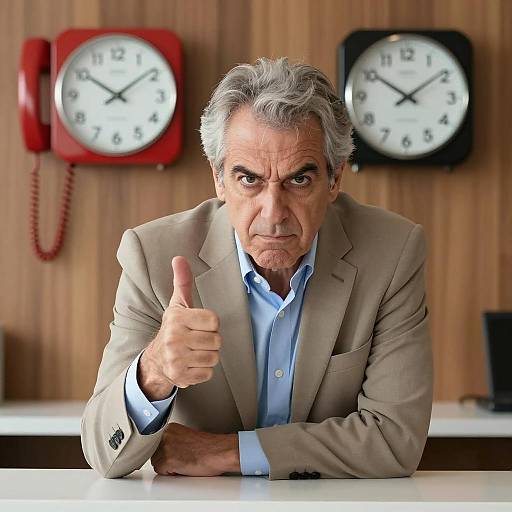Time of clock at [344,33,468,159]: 10:09
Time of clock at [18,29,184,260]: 10:08
